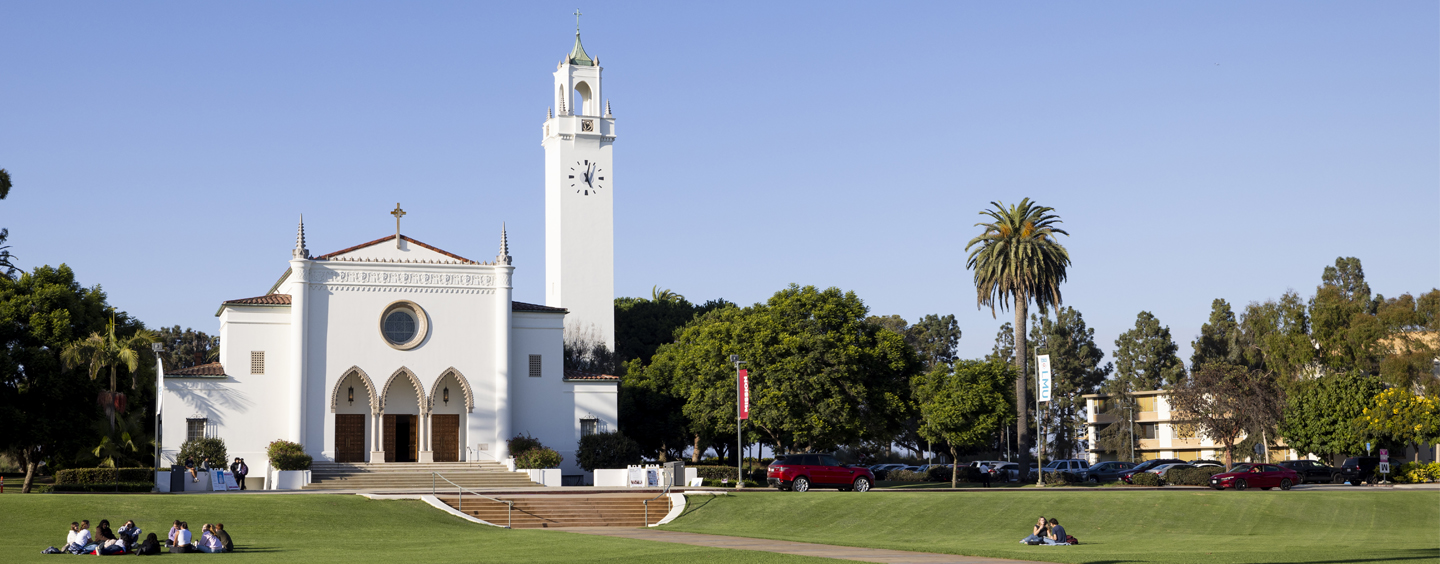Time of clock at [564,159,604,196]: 5:02
